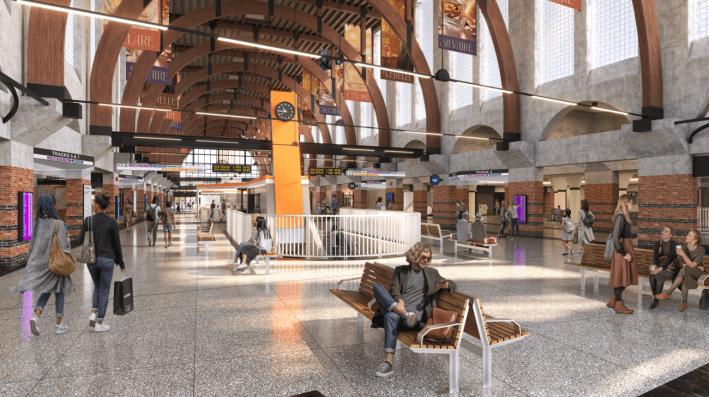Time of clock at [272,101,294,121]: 10:45
